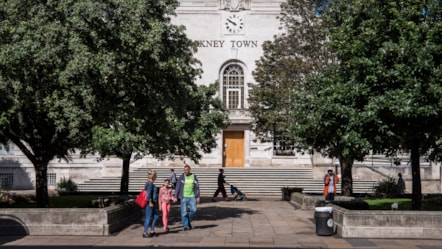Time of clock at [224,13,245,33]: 9:50
